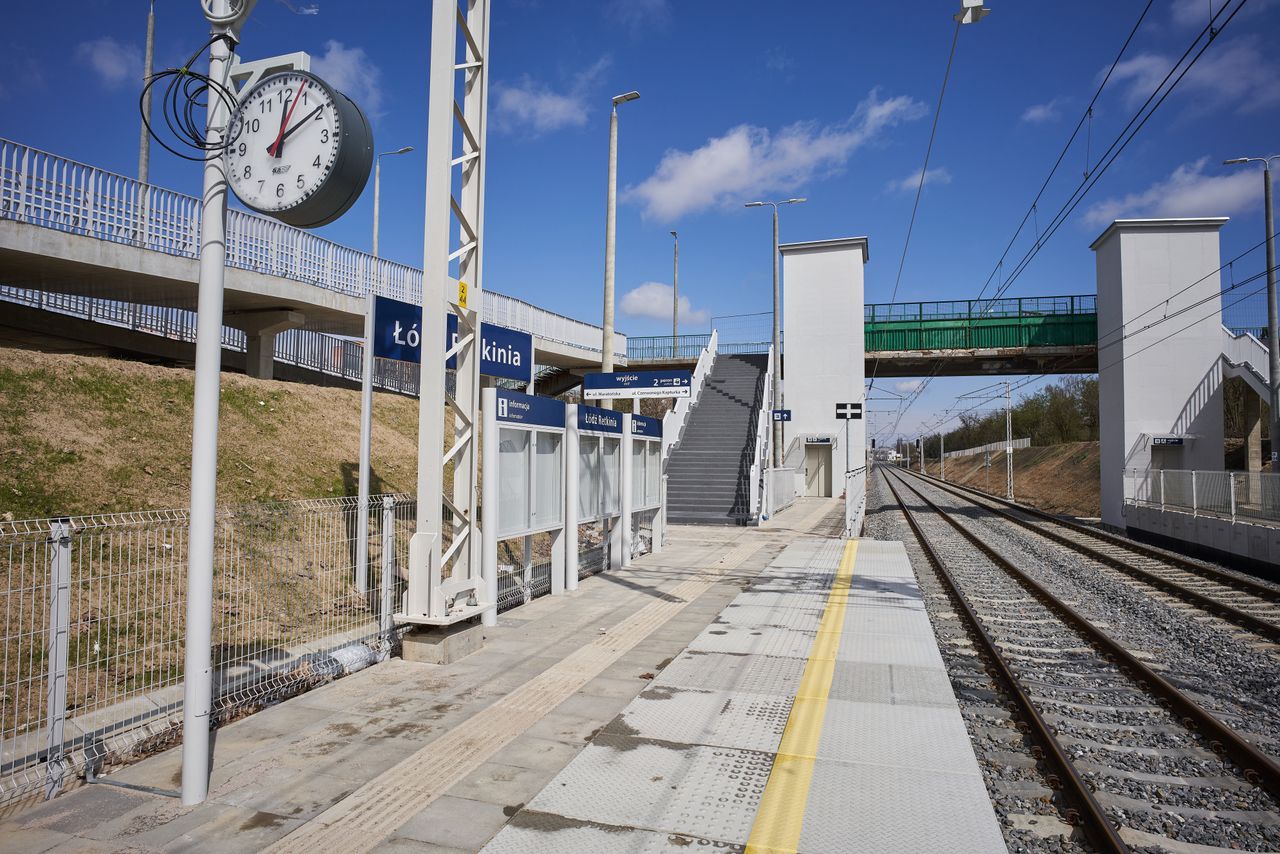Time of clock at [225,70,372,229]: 12:09
